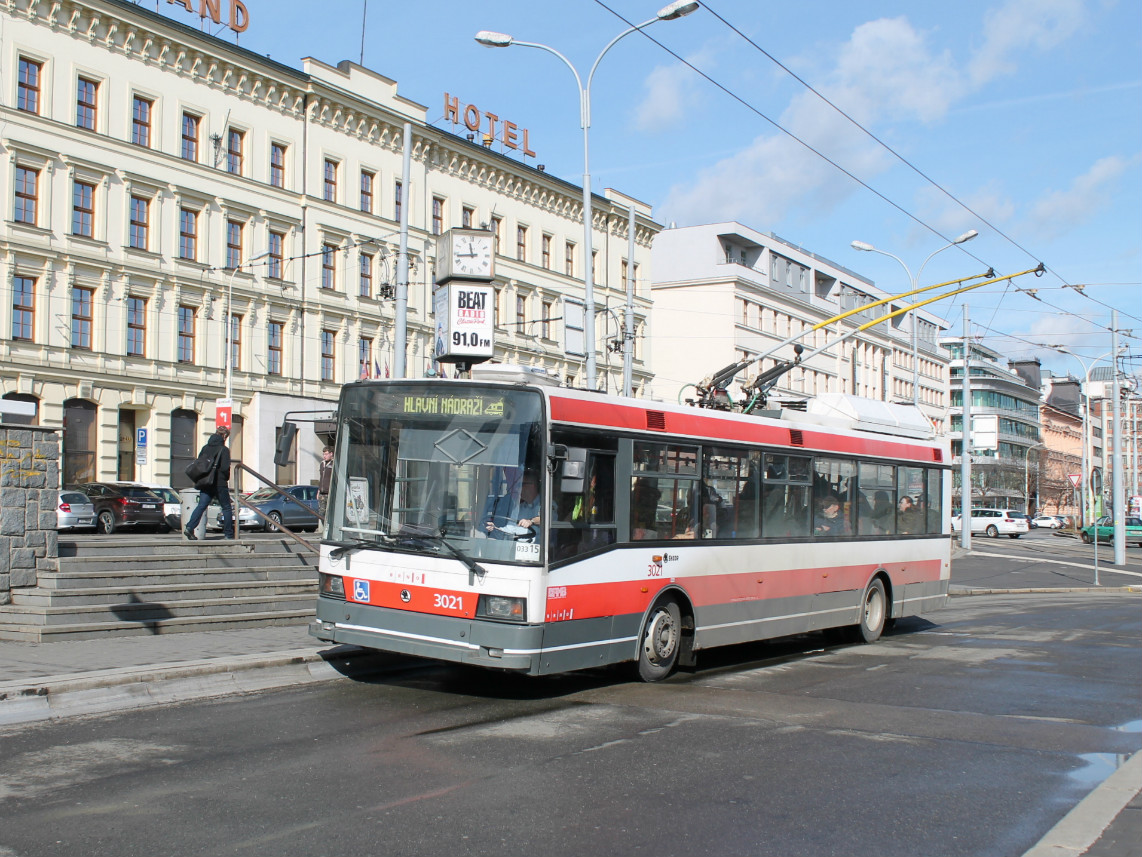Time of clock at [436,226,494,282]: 11:43
